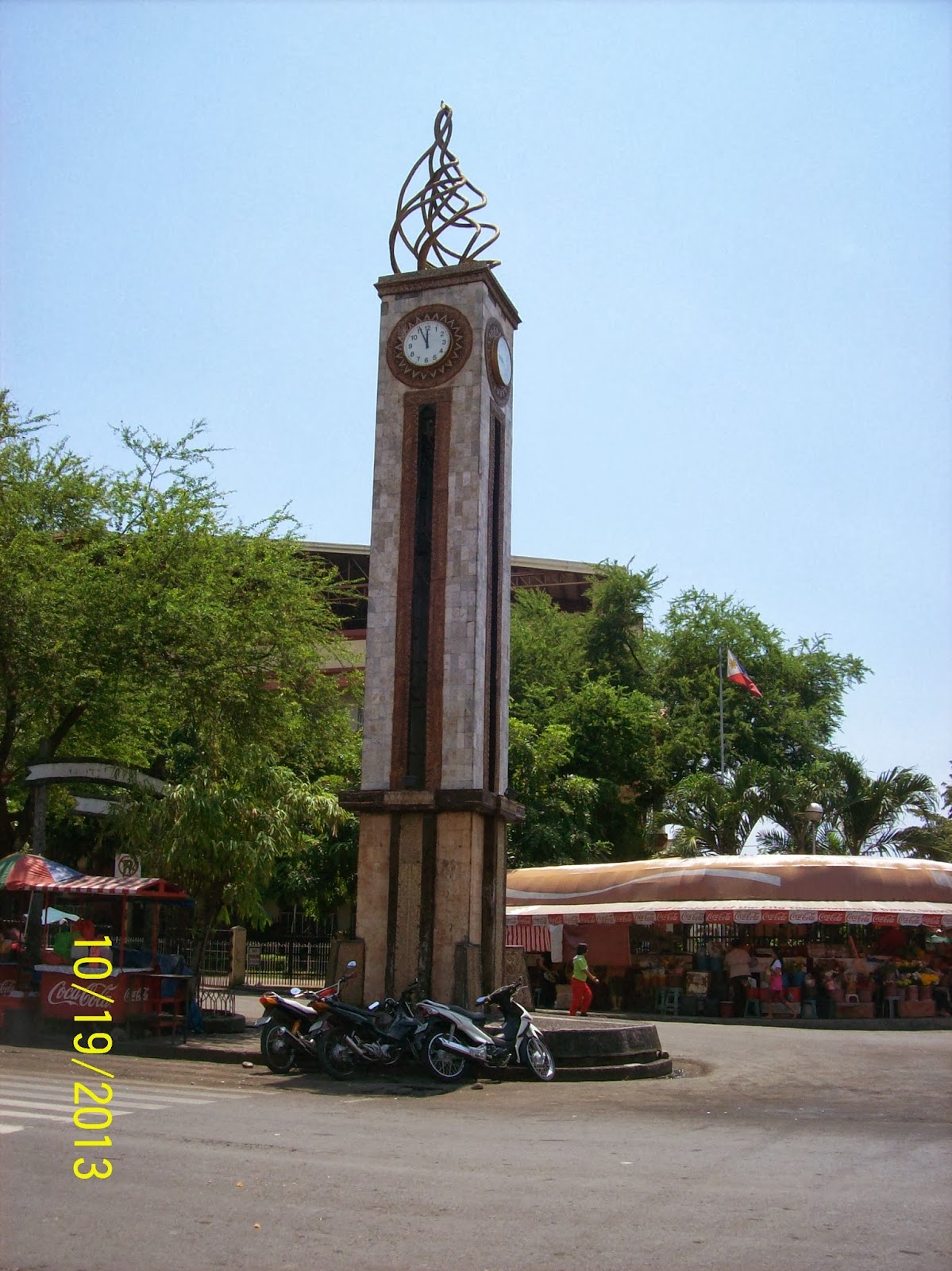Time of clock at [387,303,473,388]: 11:55
